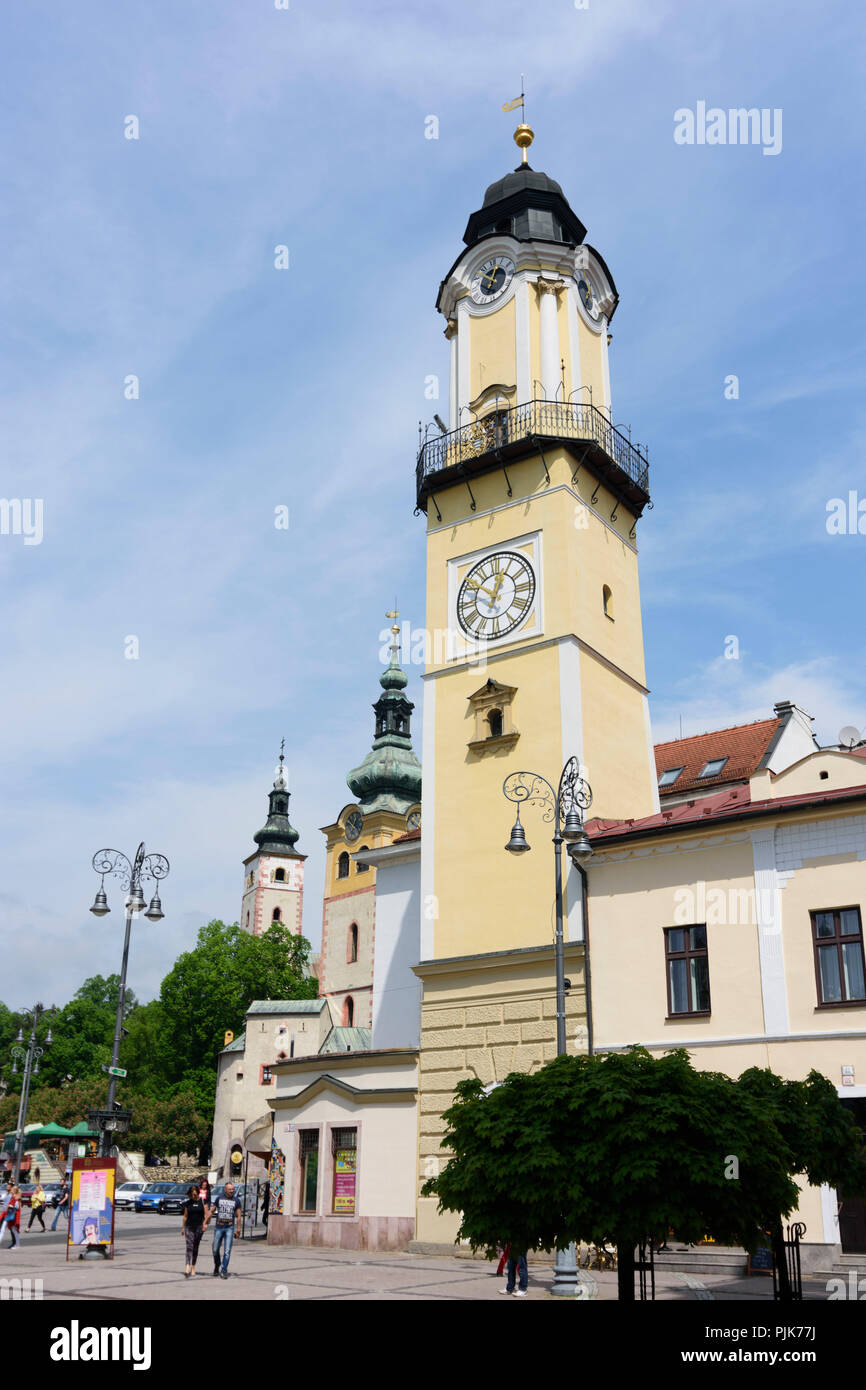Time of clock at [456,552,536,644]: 12:51
